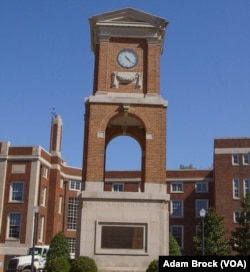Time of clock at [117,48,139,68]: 4:21
